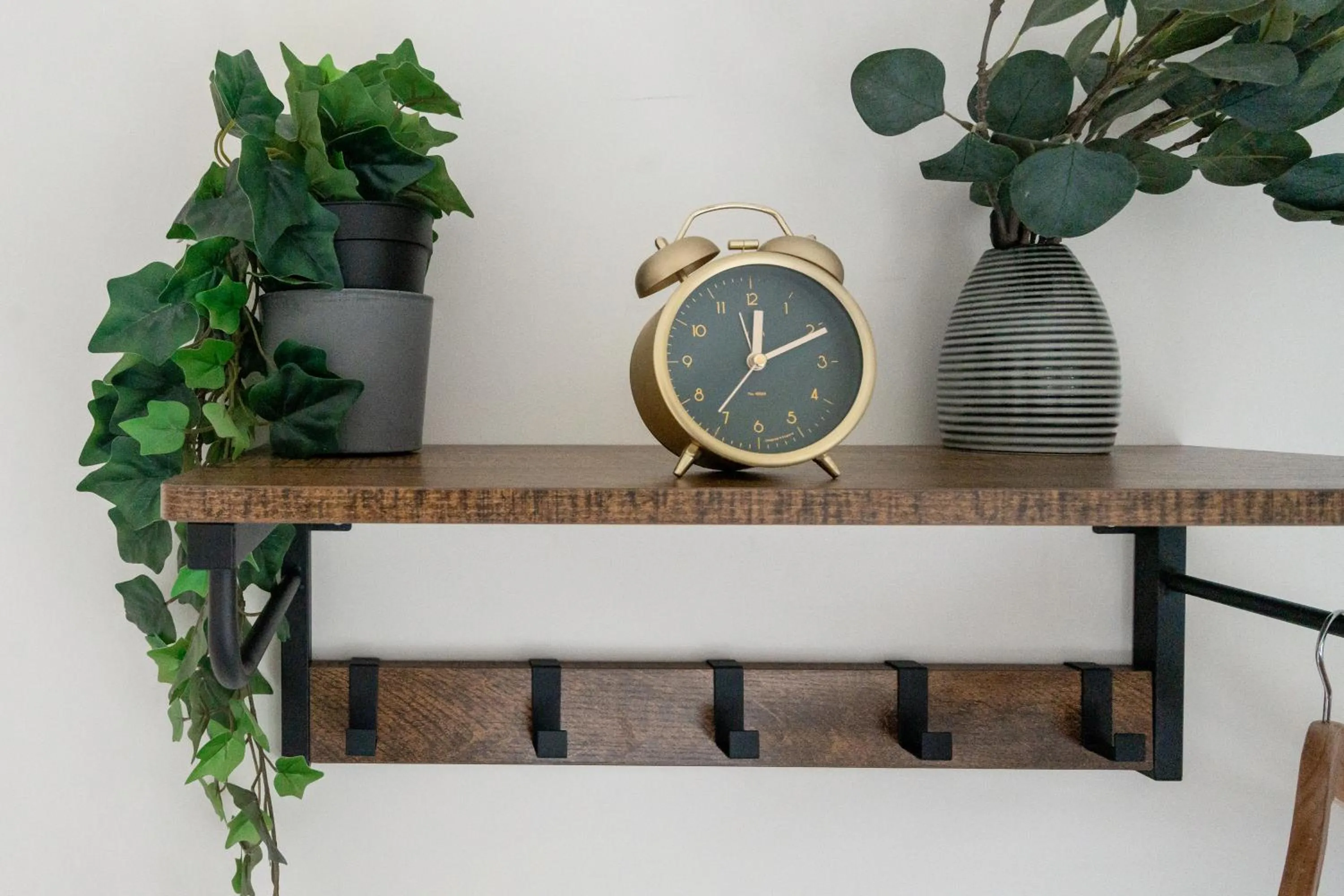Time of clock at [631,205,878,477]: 12:10
